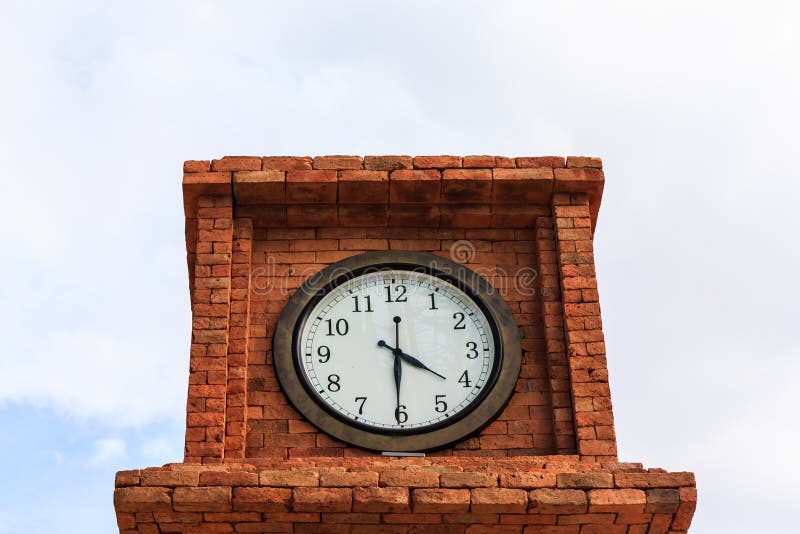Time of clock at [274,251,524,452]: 4:30
